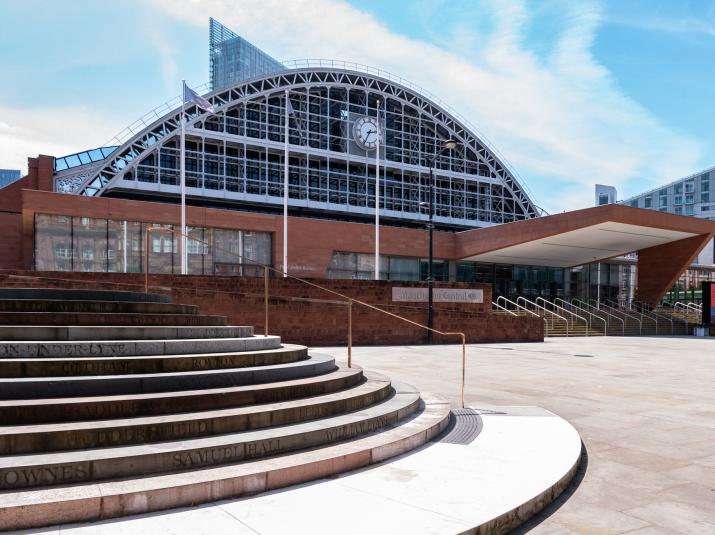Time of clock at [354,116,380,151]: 2:35
